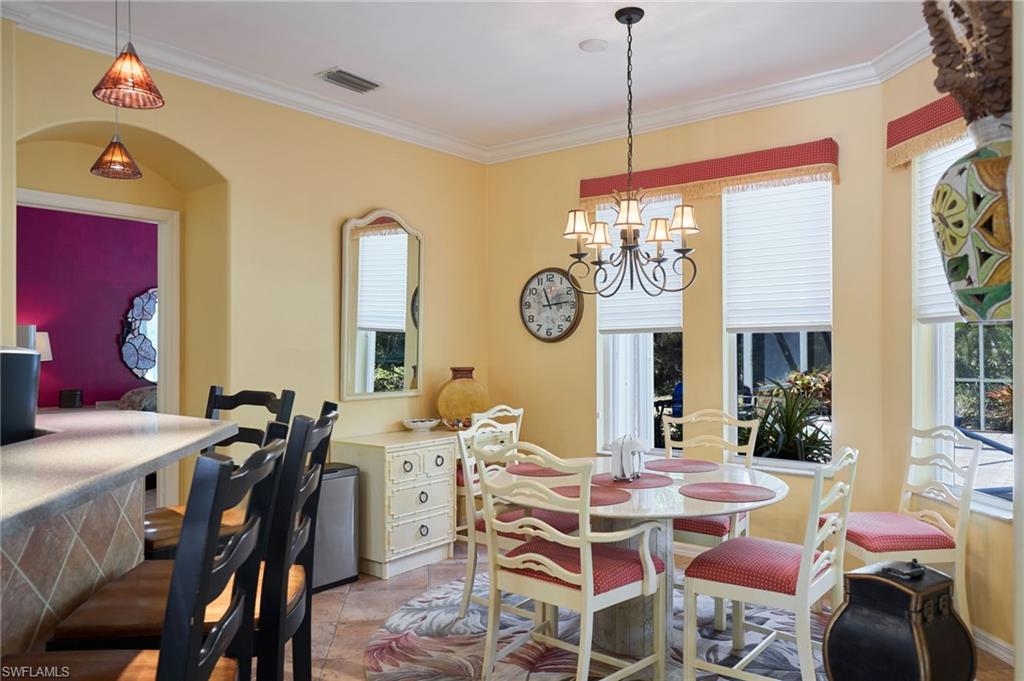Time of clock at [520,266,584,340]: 11:13
